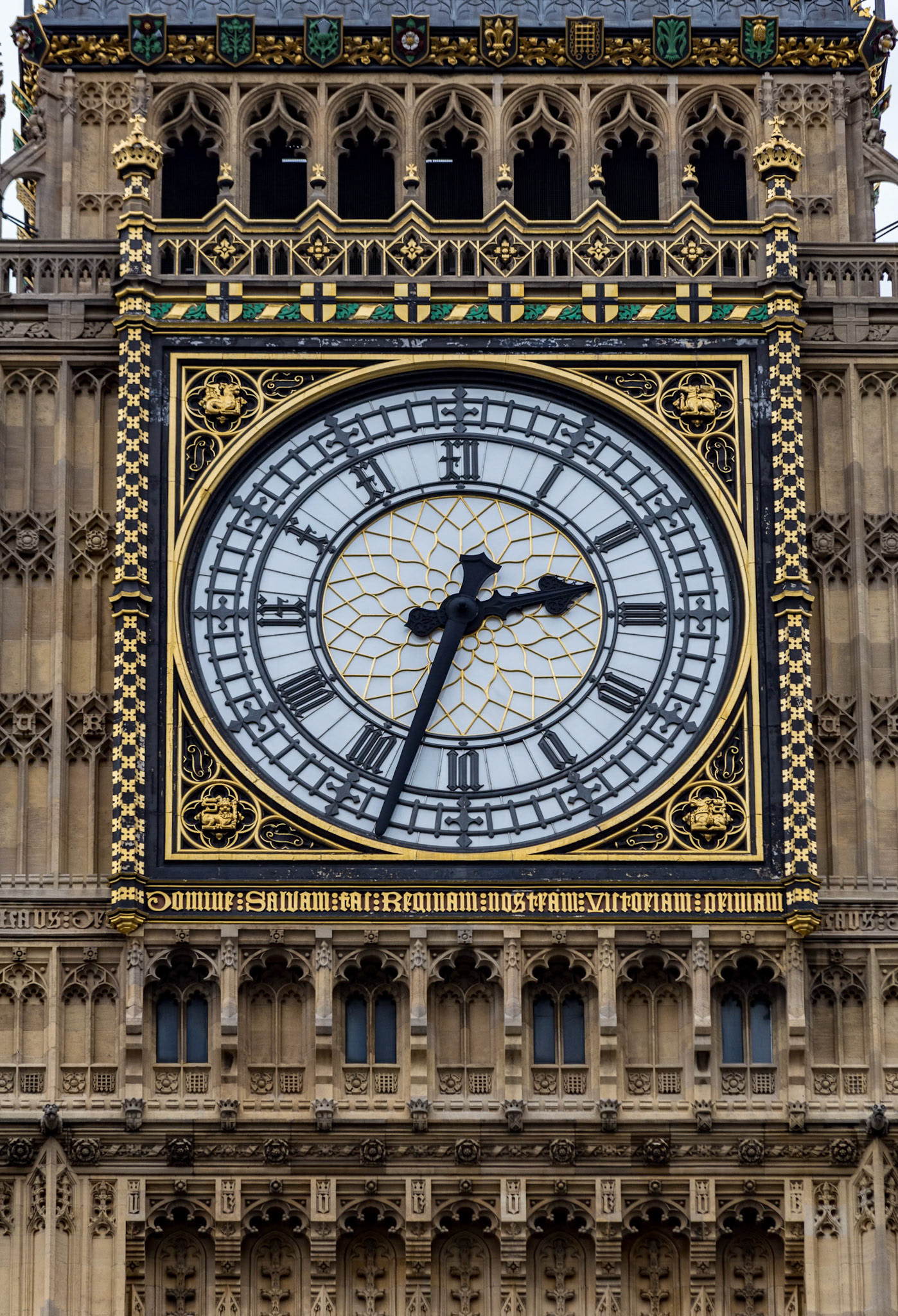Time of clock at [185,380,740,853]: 2:33
